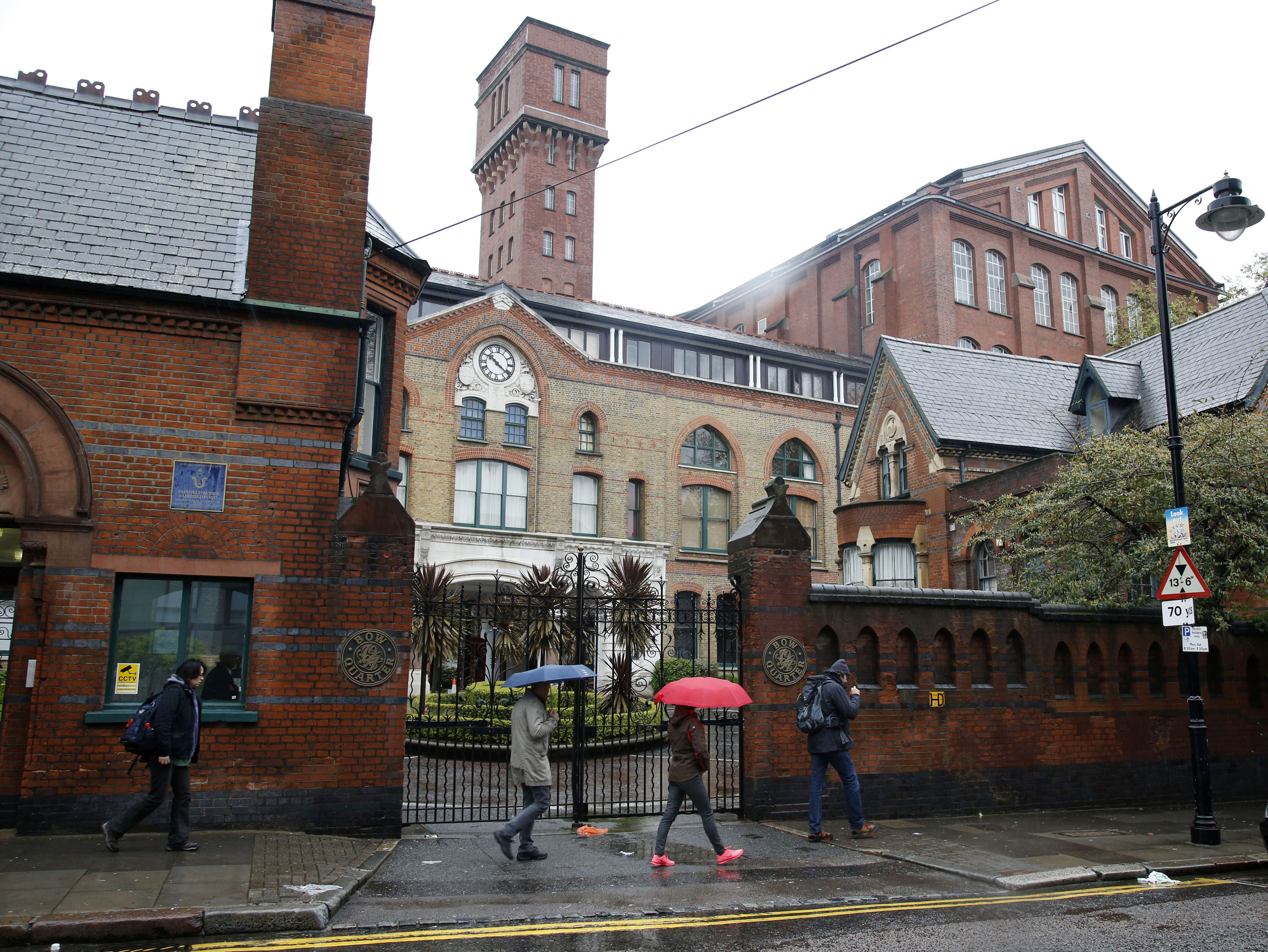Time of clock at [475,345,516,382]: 10:21
